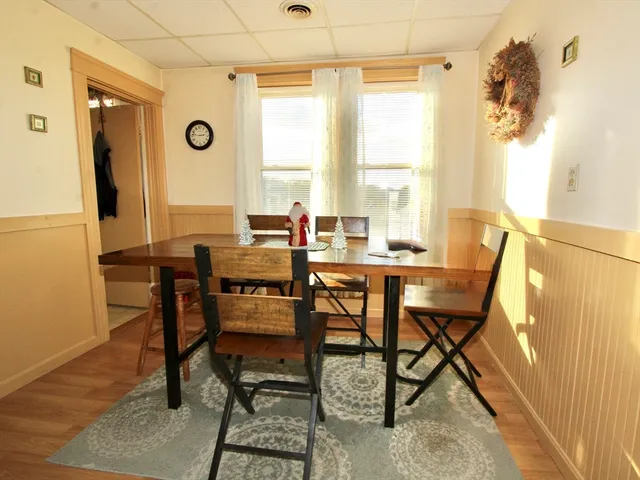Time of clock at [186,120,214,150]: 2:46
